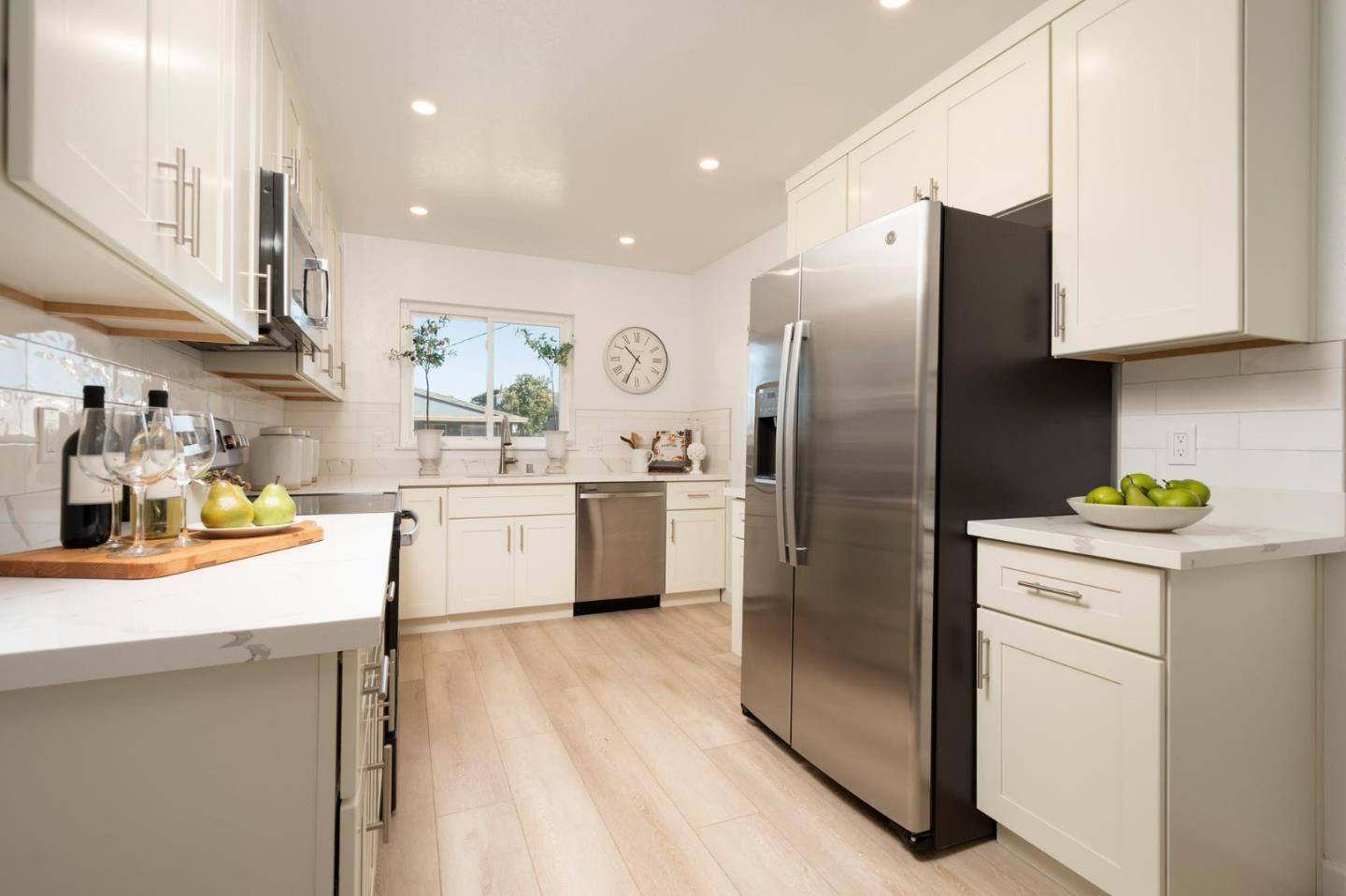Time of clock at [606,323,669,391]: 10:34
